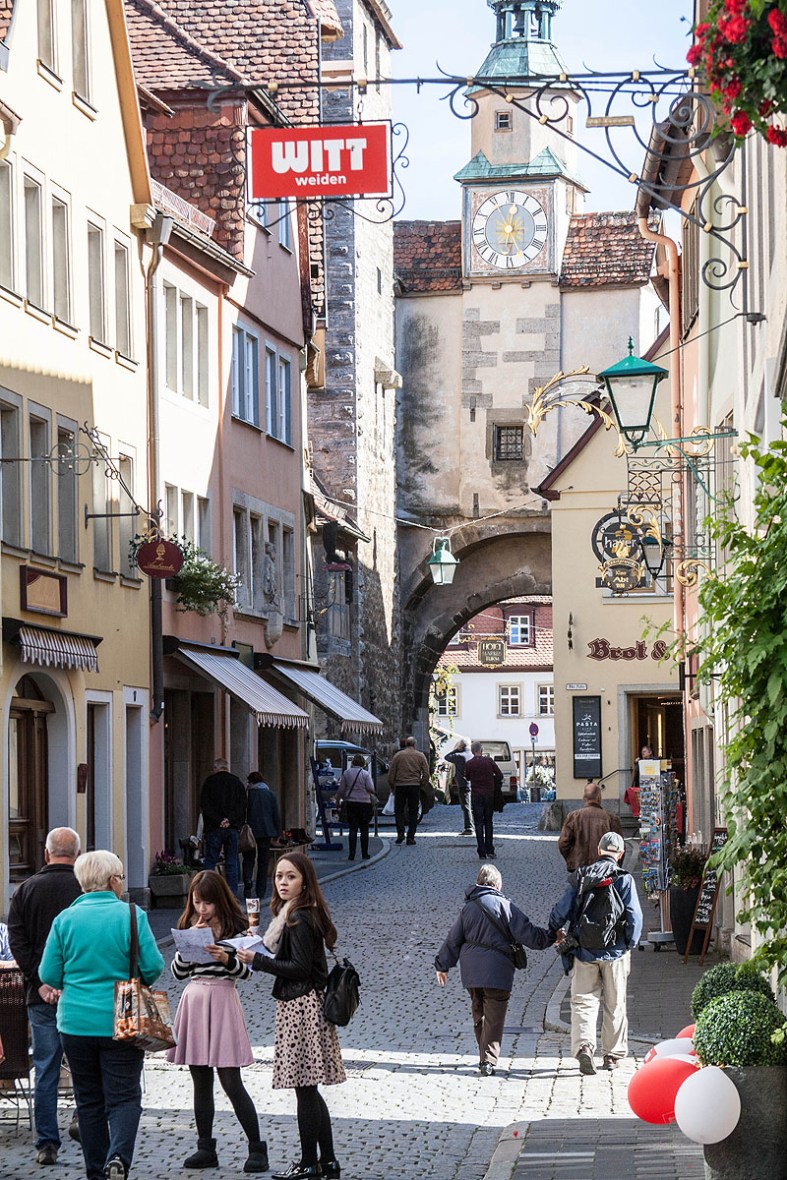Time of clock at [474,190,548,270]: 12:26
